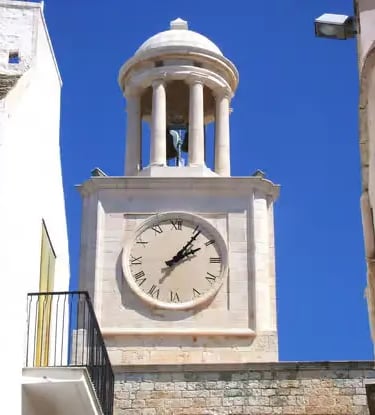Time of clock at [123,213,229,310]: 2:06
